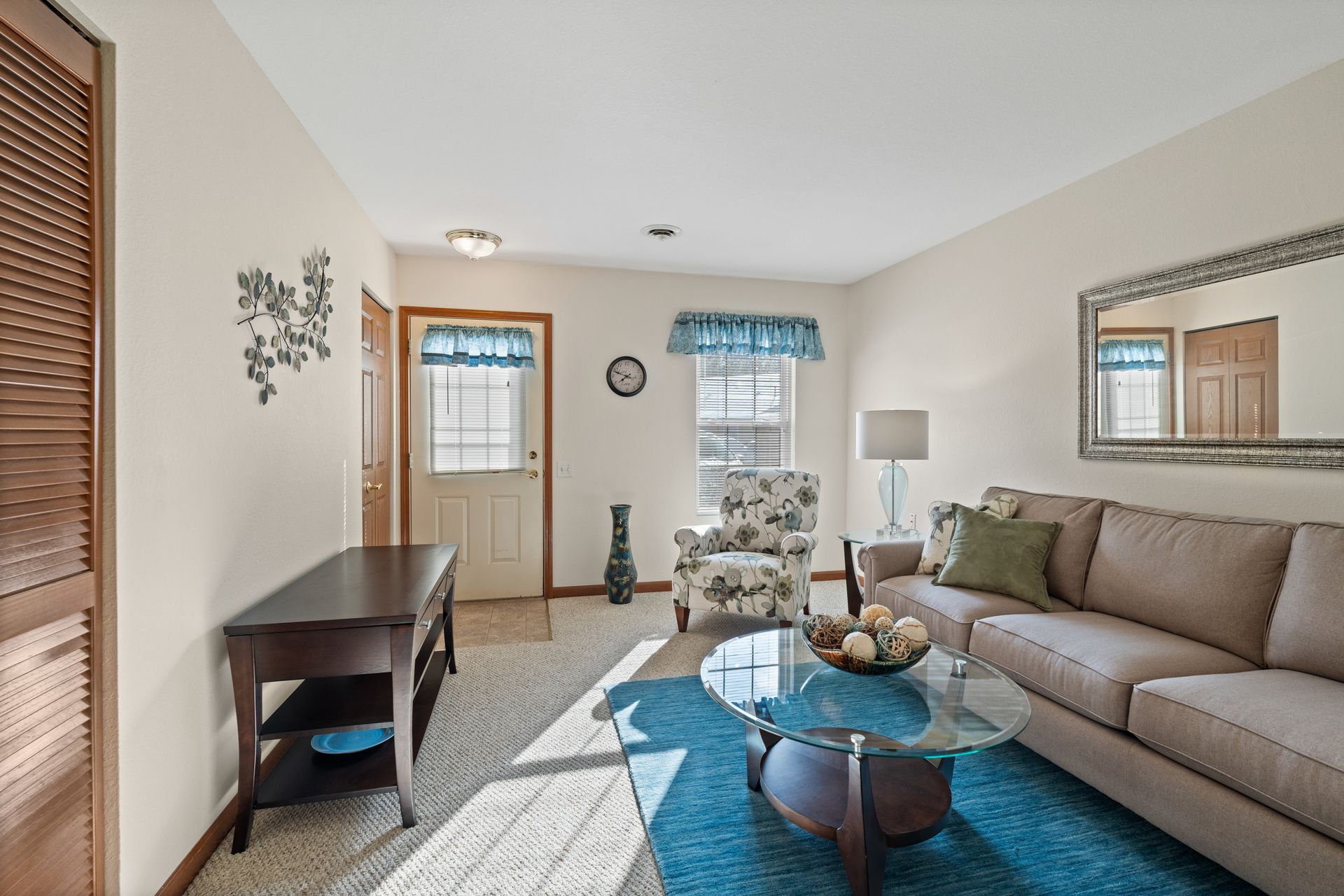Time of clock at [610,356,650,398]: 7:48
